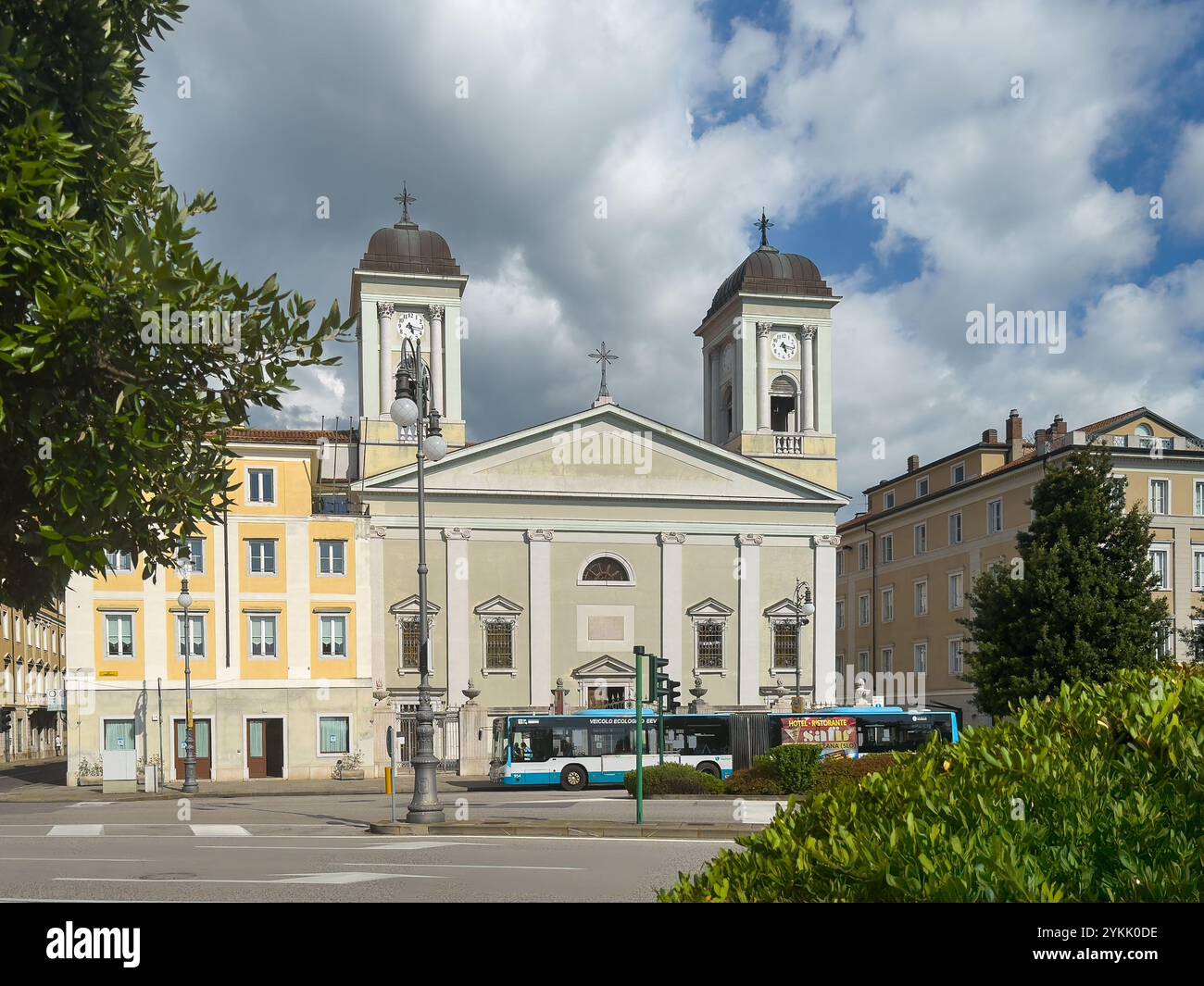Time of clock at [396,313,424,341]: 5:16
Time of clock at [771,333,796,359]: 5:16
